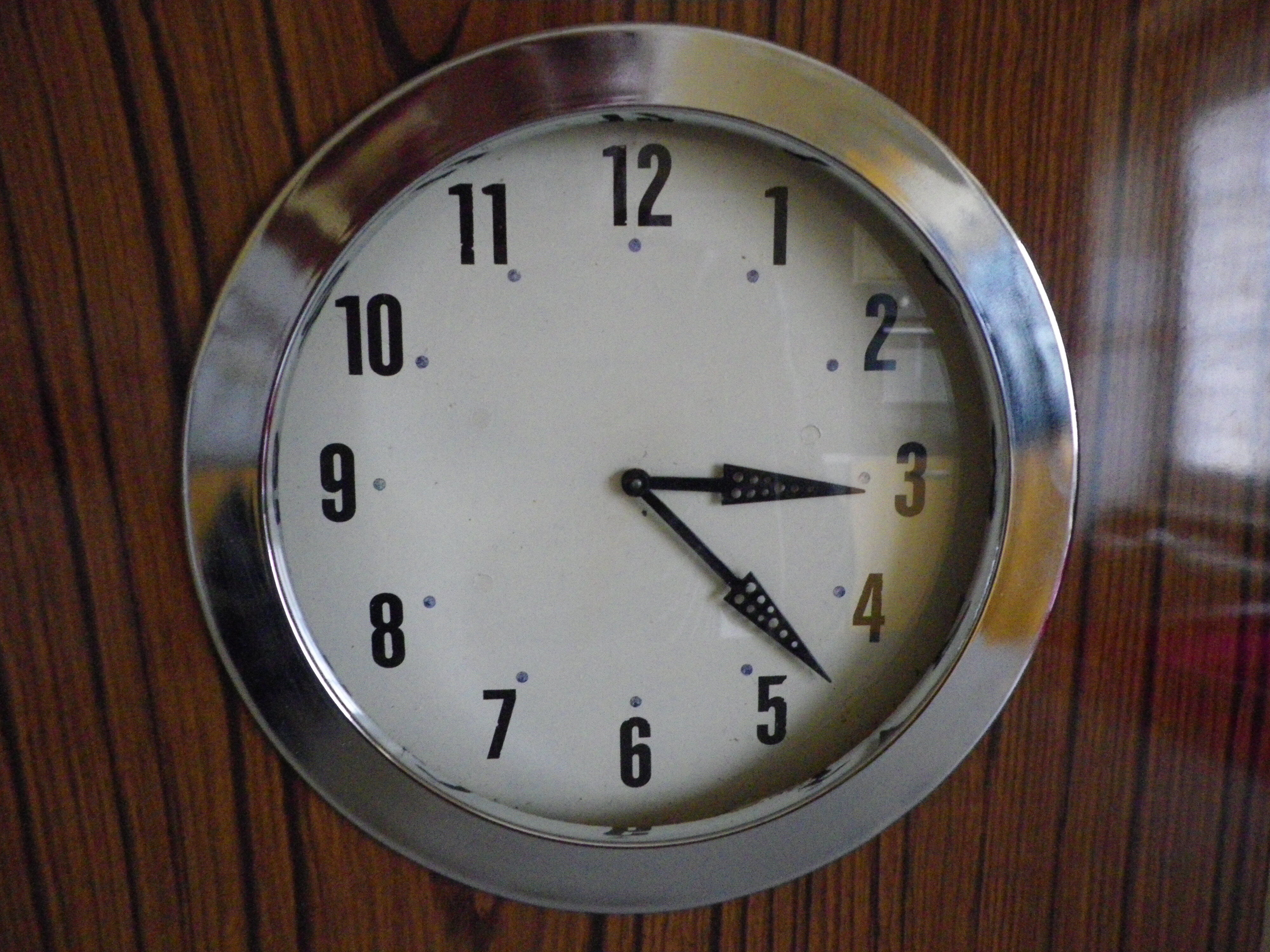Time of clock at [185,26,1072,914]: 3:22
